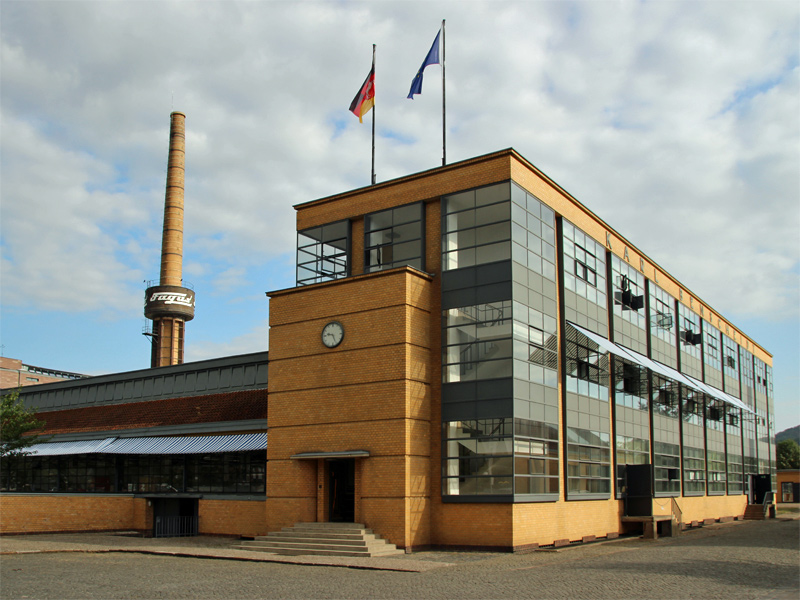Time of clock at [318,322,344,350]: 9:26
